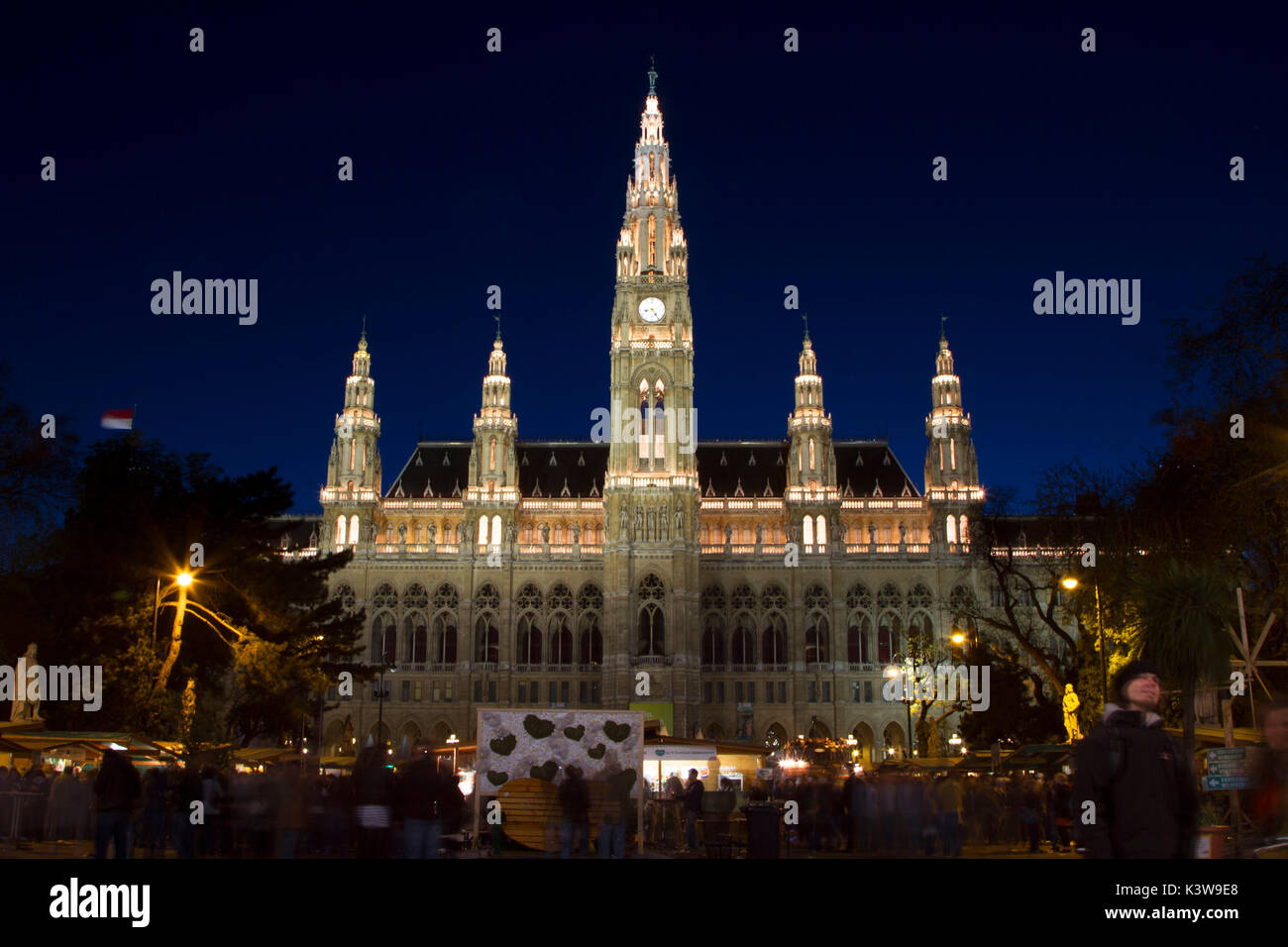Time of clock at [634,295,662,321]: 8:24
